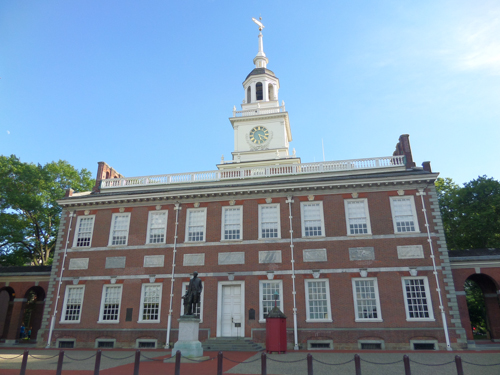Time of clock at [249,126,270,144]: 5:18
